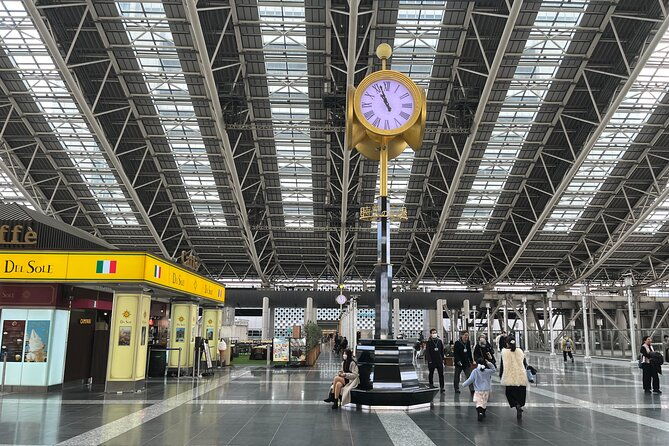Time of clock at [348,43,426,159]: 10:56
